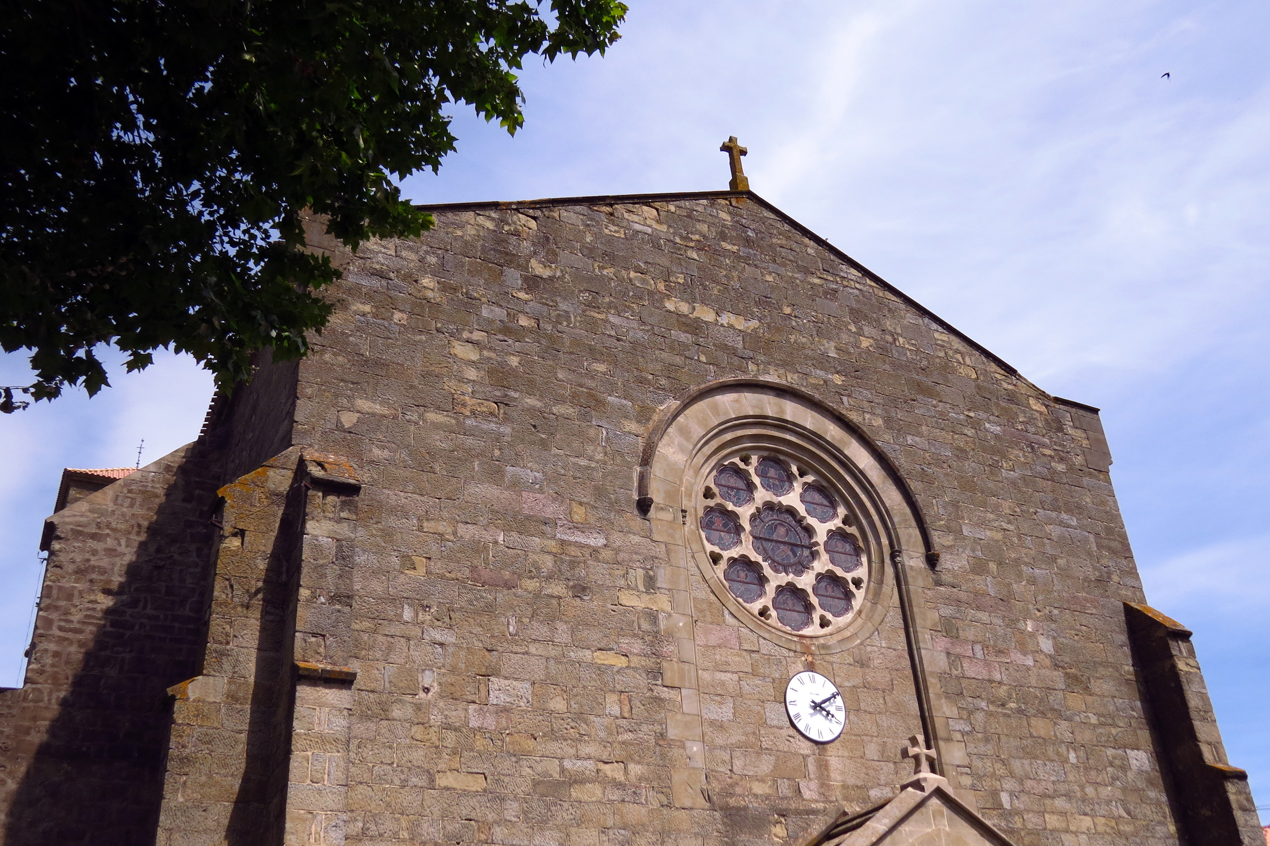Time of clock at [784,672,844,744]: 4:10
